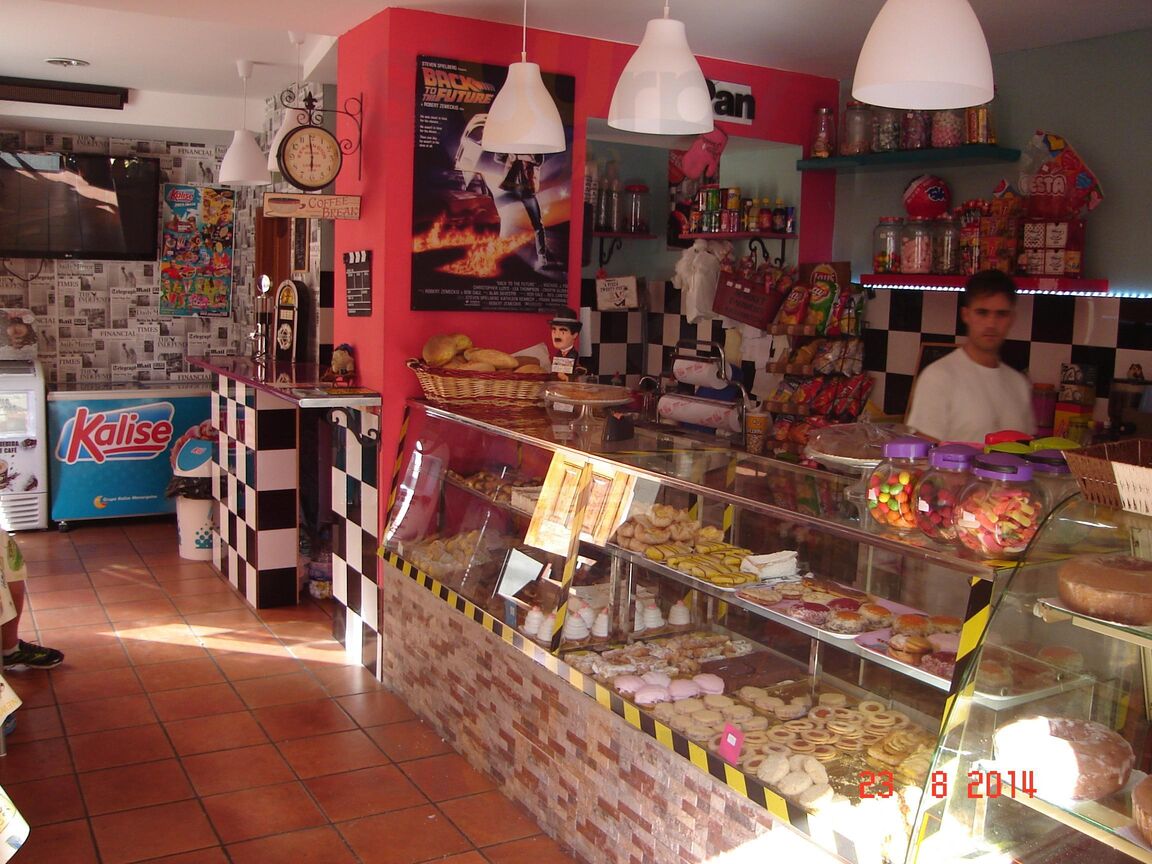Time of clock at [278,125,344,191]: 5:59
